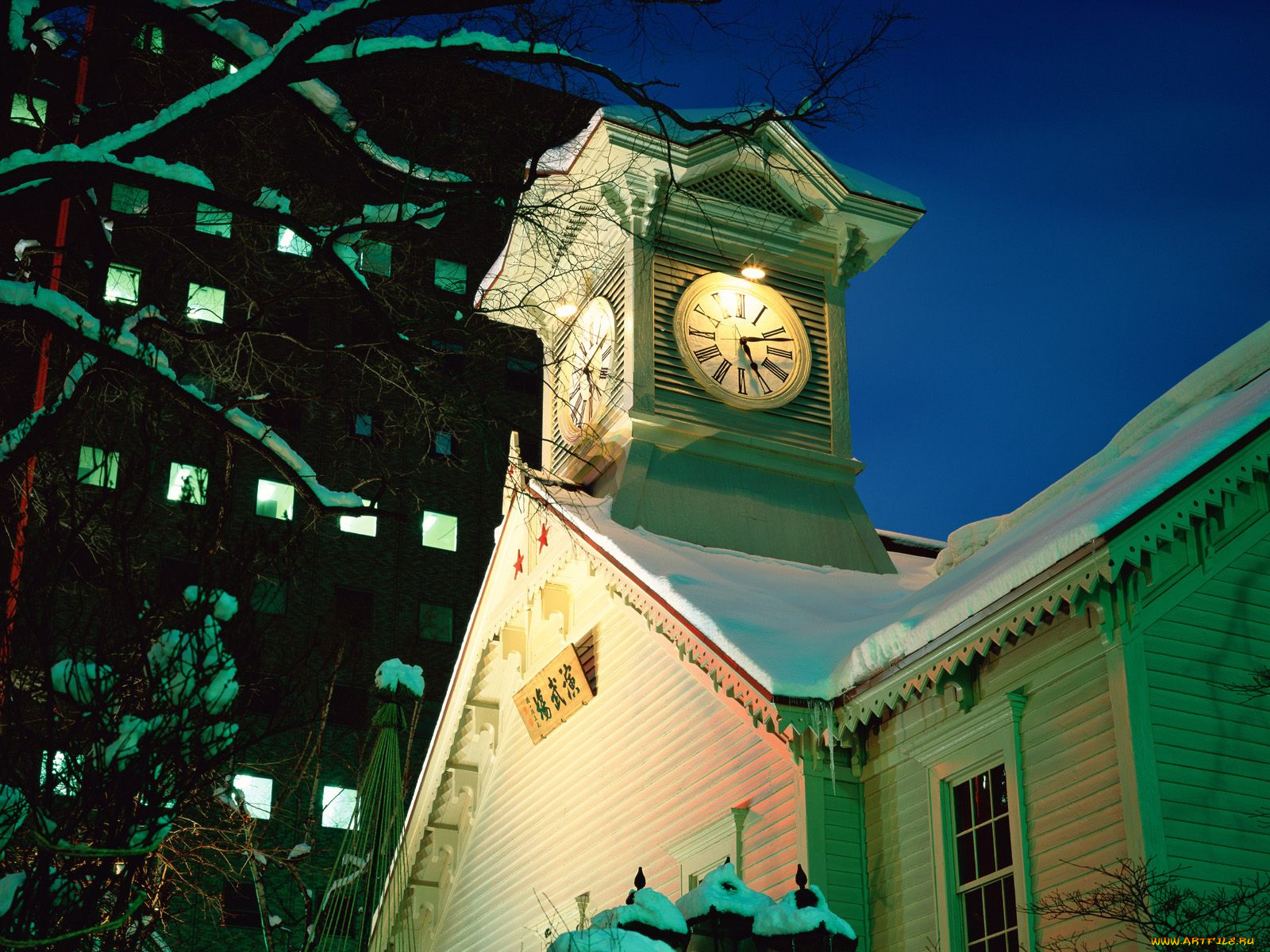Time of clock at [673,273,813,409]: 5:11
